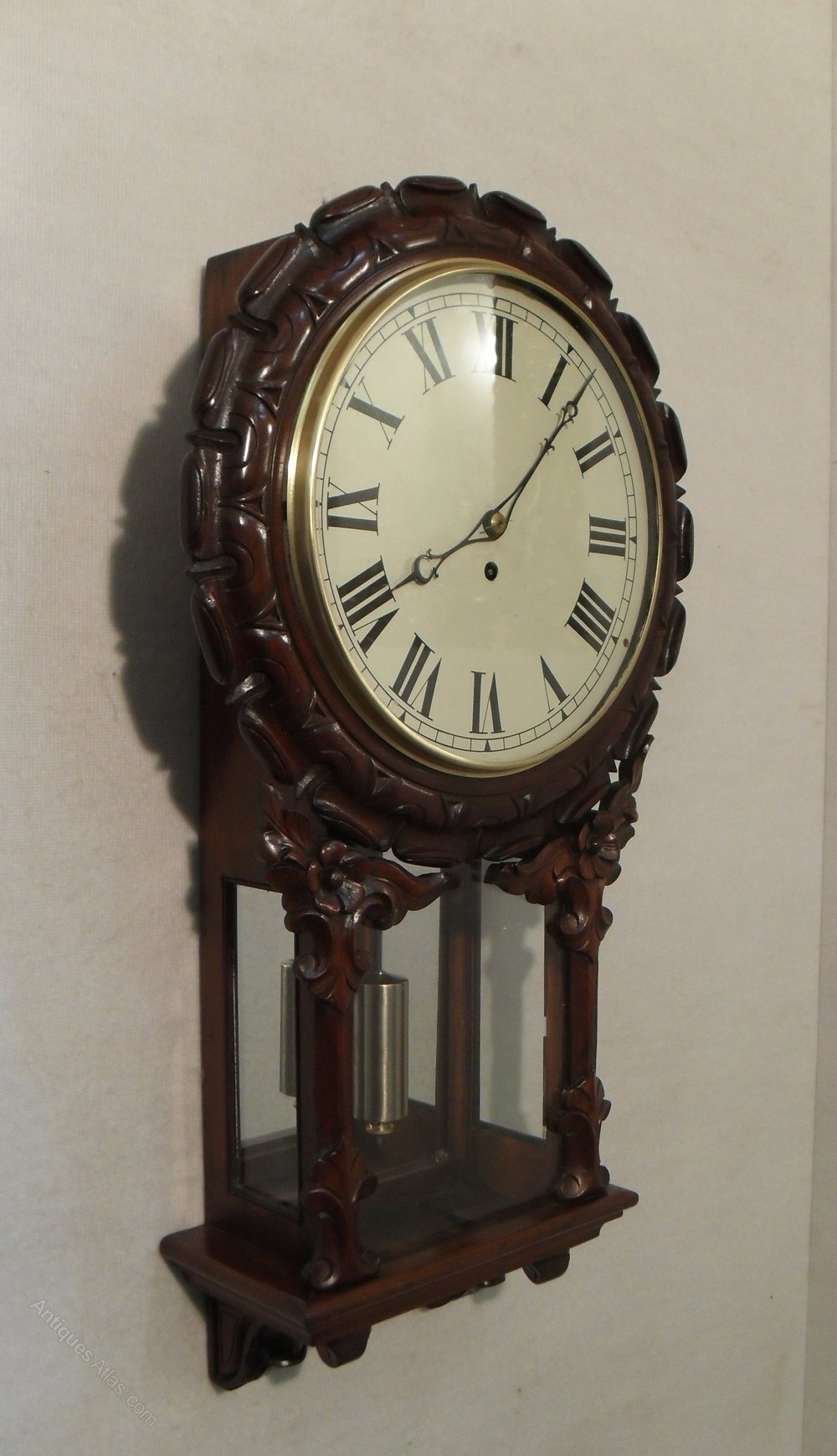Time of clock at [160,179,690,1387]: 8:06
